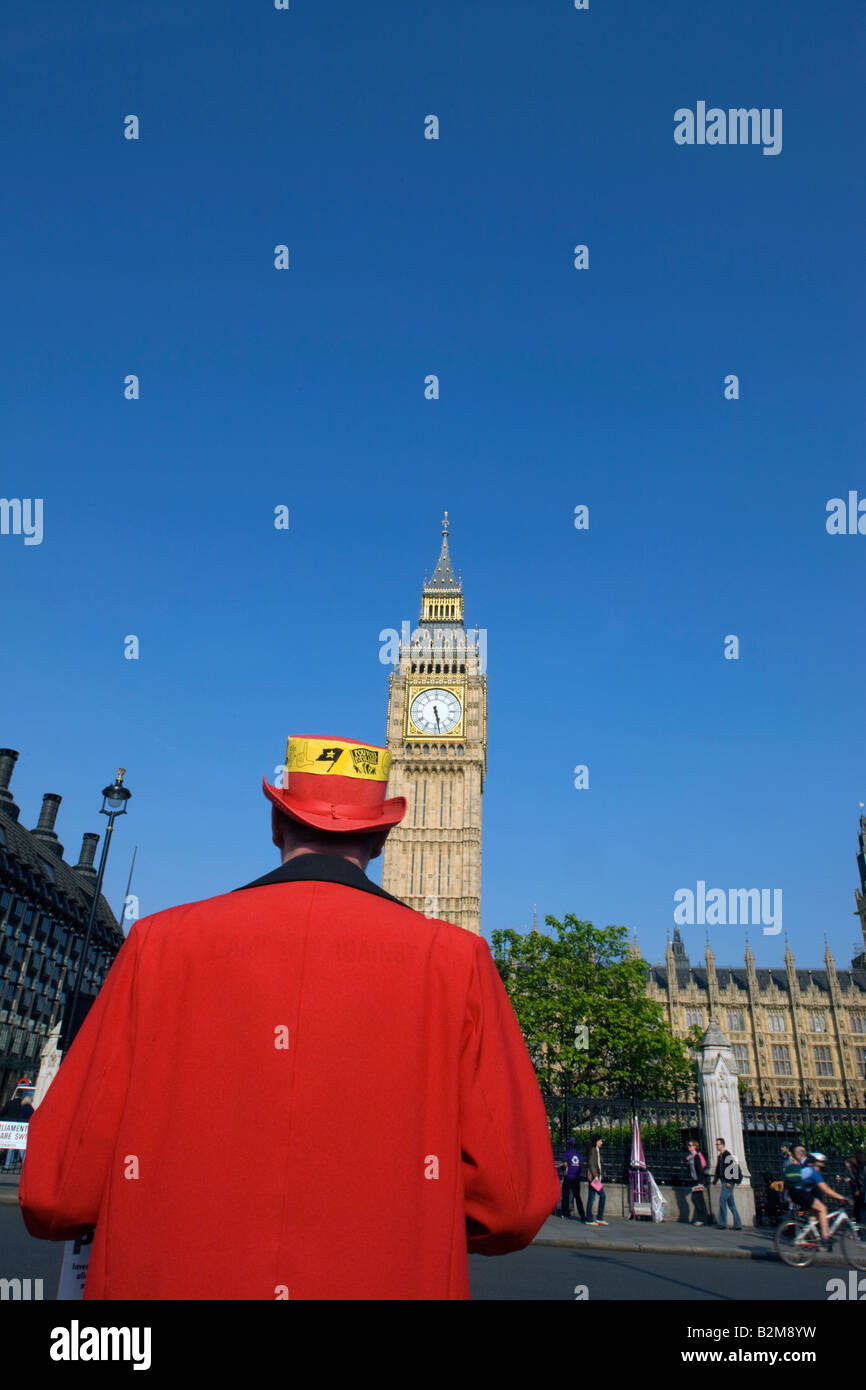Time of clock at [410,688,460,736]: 5:28
